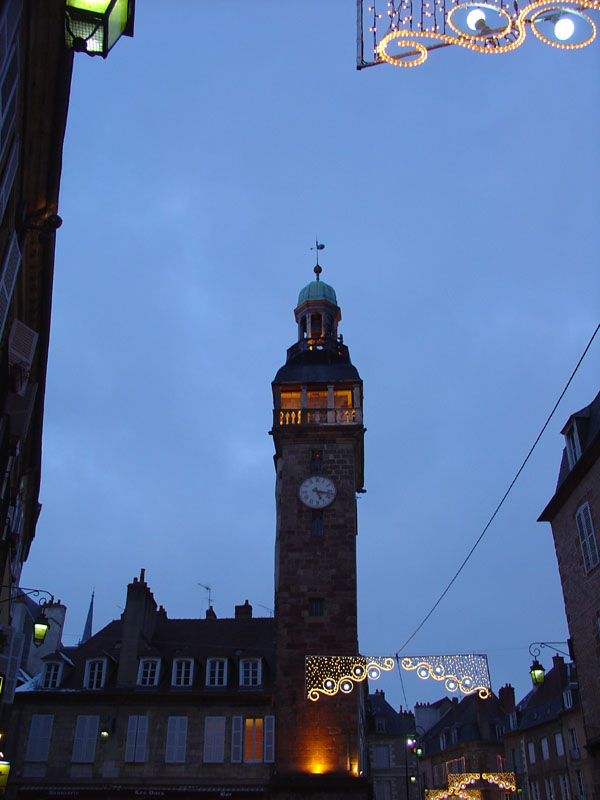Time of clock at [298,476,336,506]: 5:17
